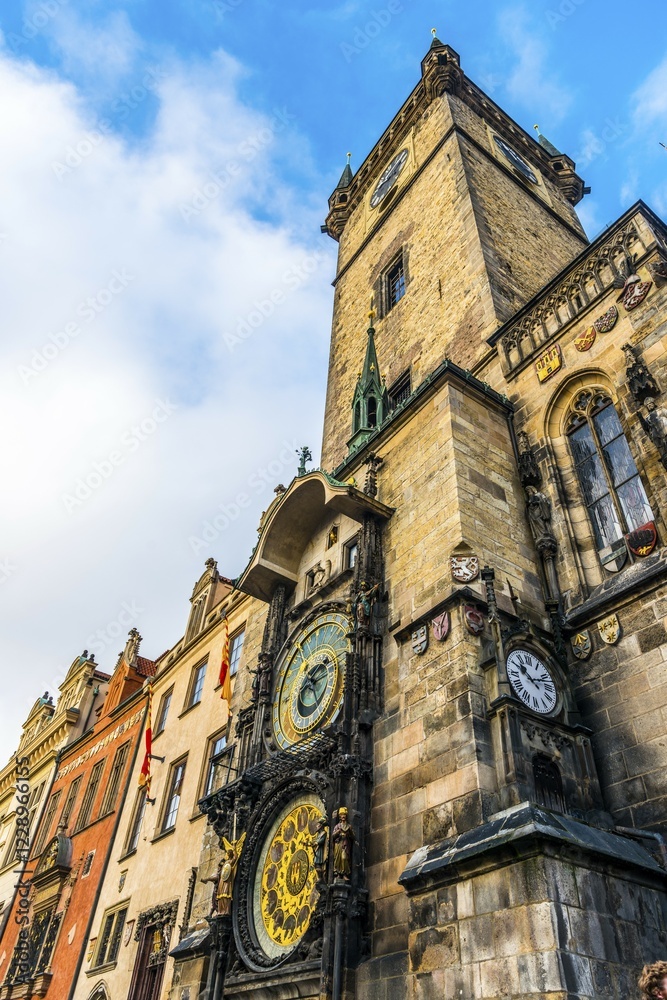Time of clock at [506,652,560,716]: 10:12
